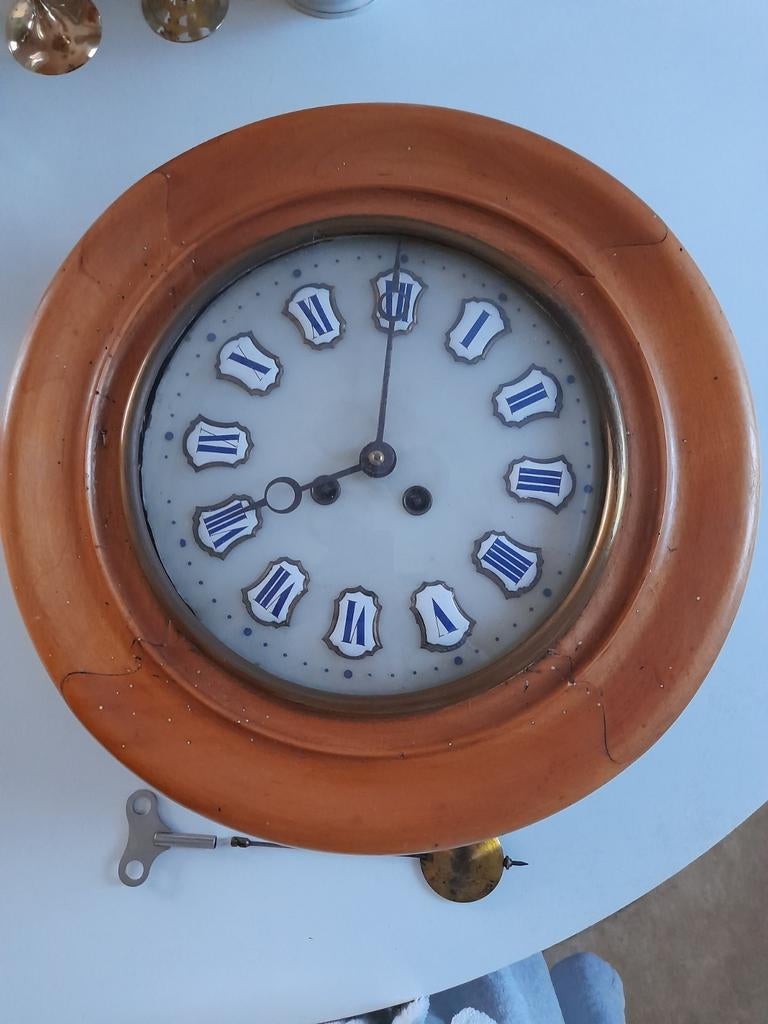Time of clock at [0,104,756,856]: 7:59
